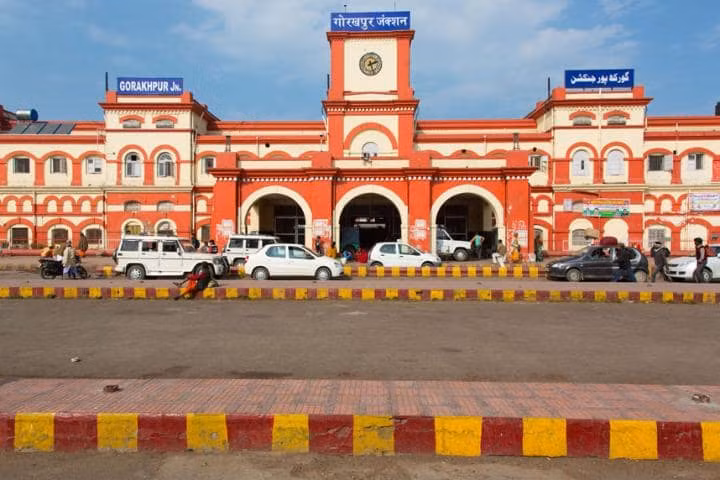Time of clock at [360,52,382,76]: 2:26
